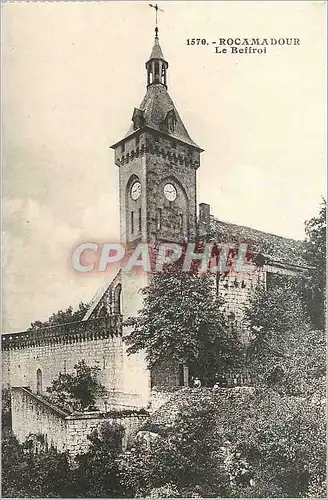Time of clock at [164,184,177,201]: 9:11
